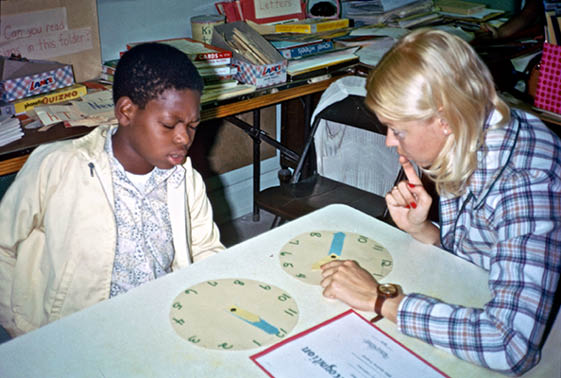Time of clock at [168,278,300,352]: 4:20
